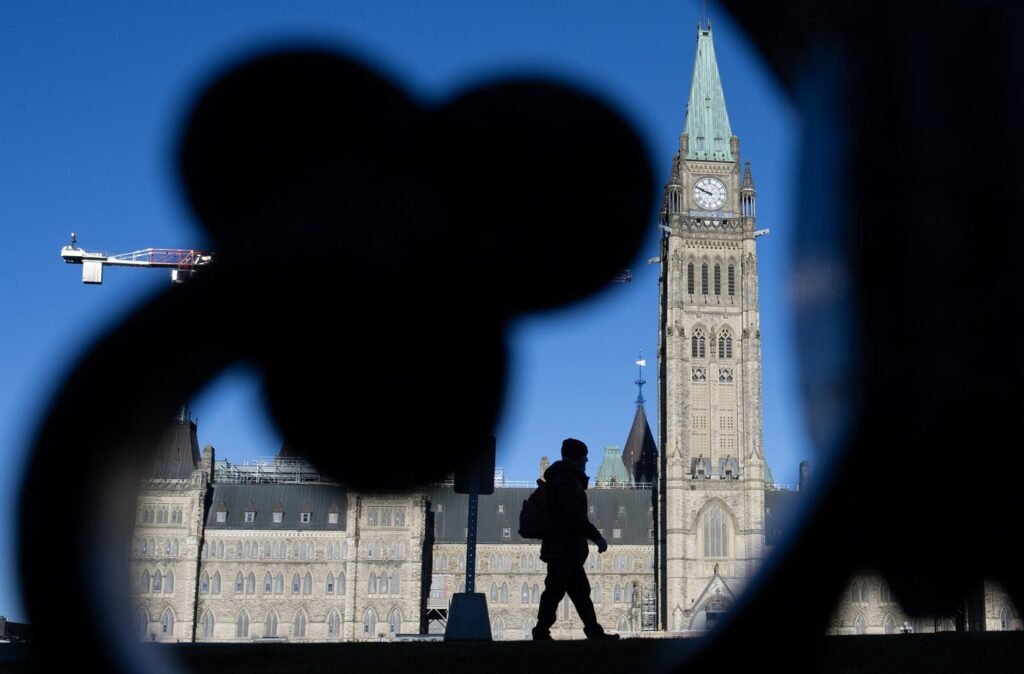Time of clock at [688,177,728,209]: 9:48
